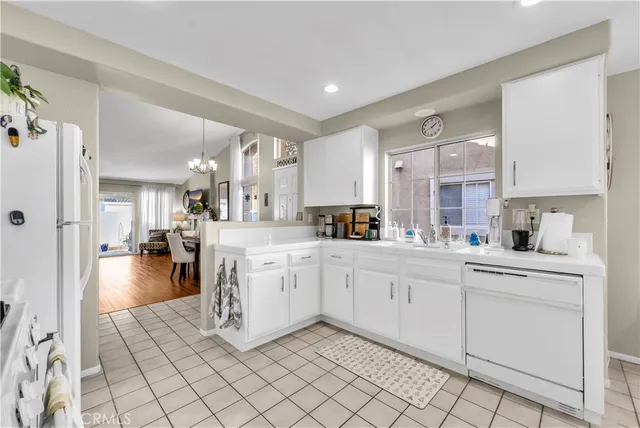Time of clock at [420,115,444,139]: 1:41
